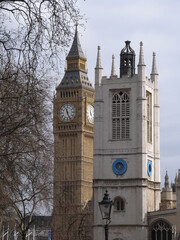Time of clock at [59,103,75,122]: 11:26
